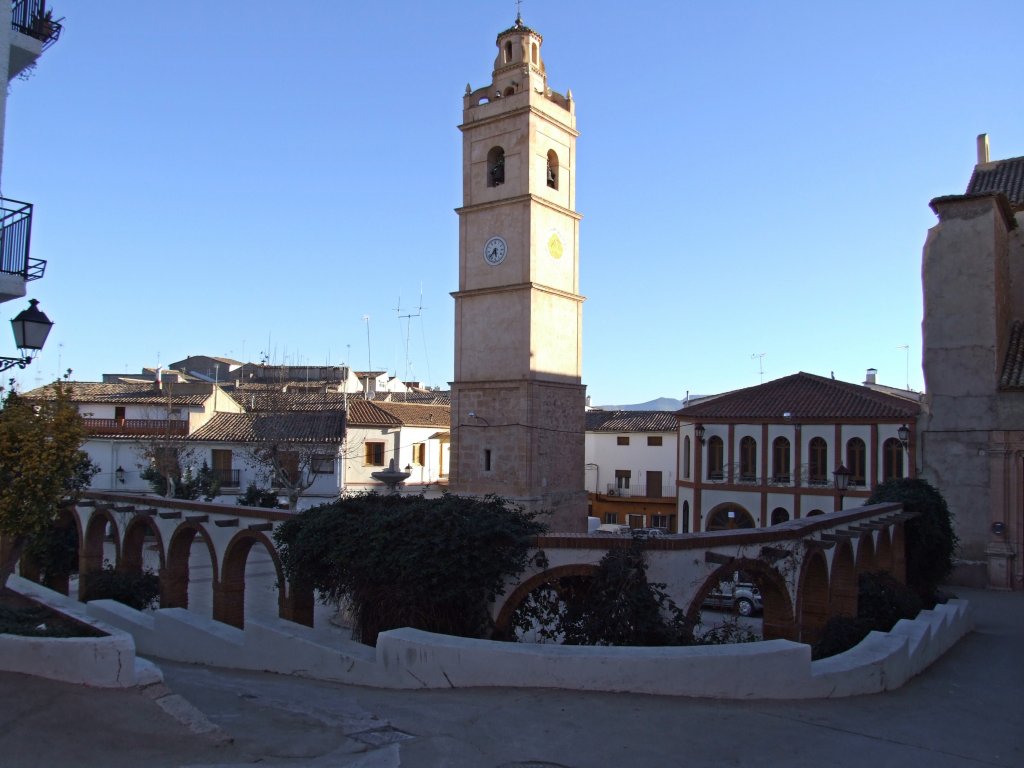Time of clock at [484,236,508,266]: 5:37
